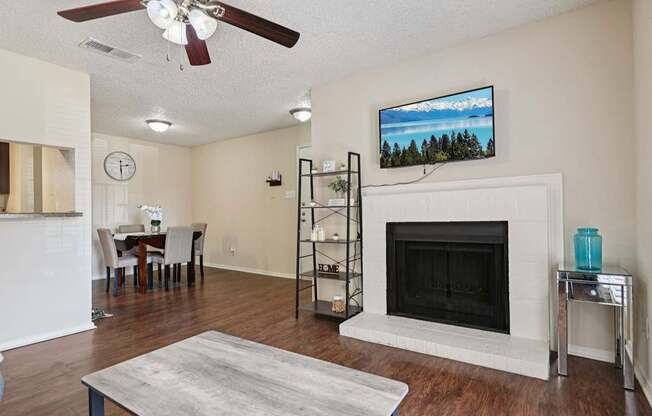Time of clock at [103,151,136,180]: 2:29
